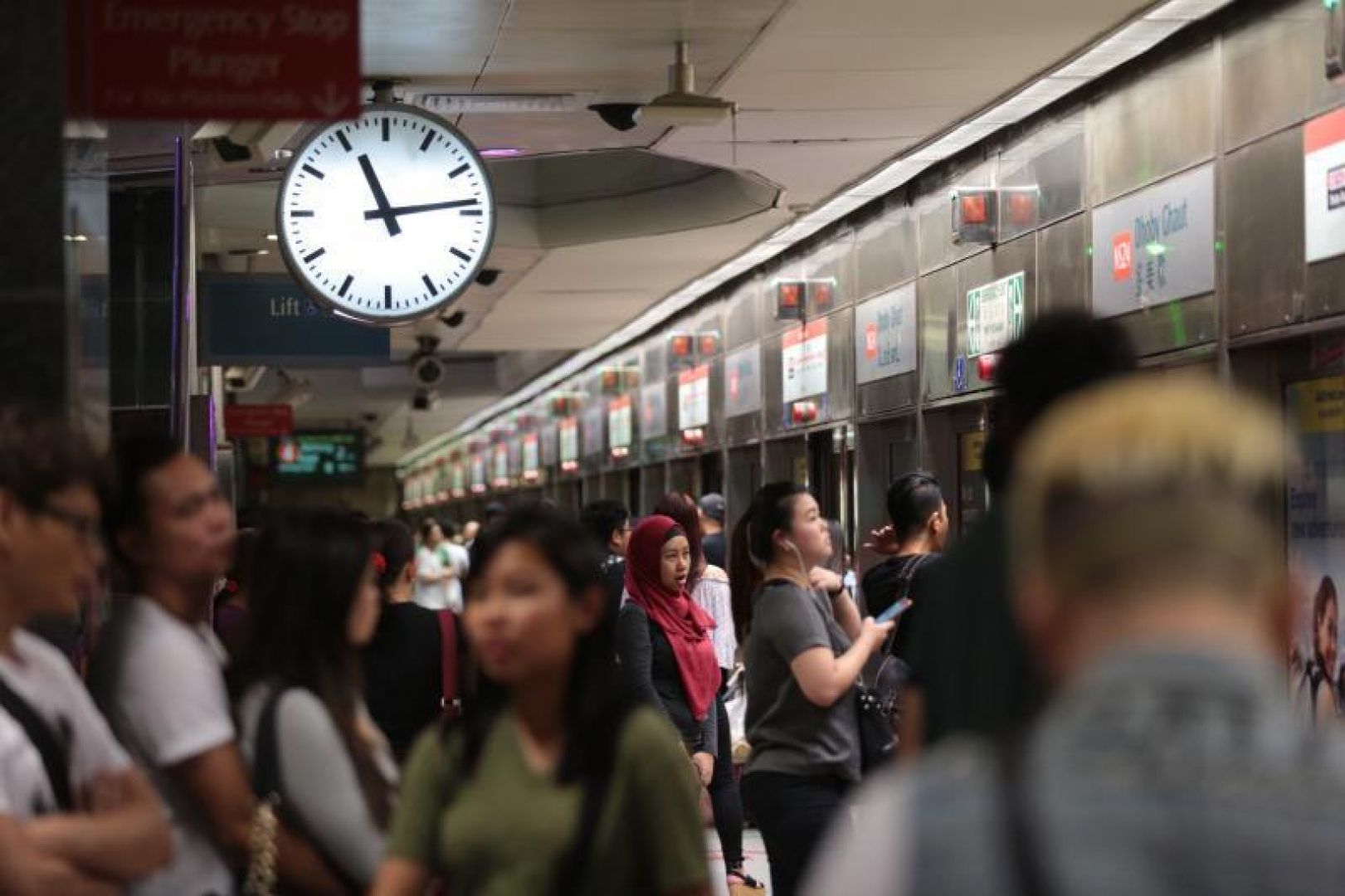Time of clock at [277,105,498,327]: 11:13
